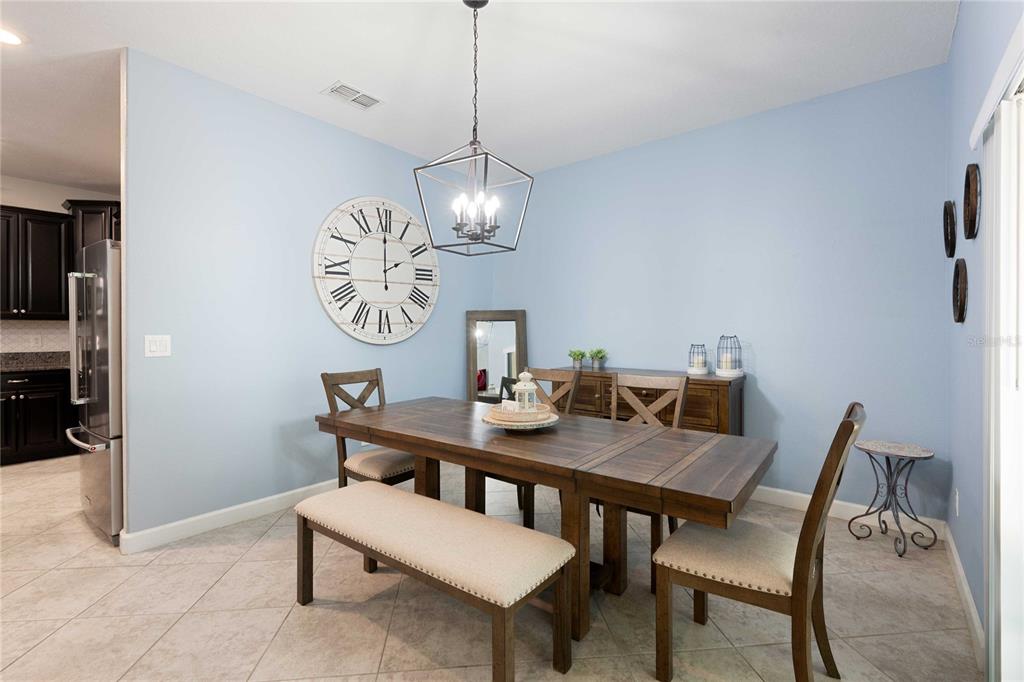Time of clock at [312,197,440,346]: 2:00
